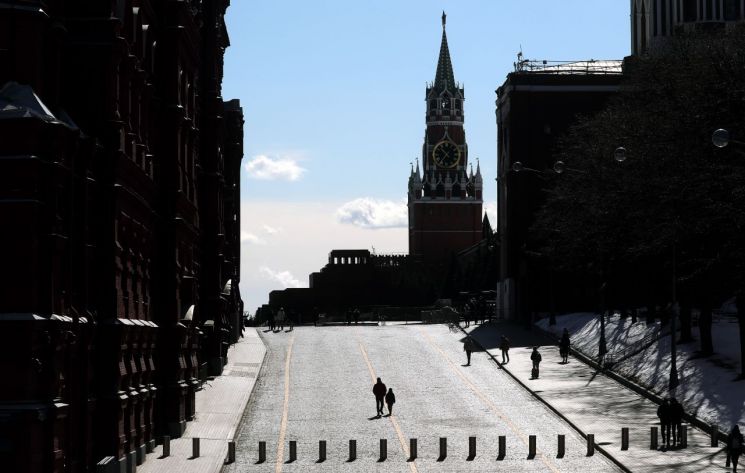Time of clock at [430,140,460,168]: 10:36
